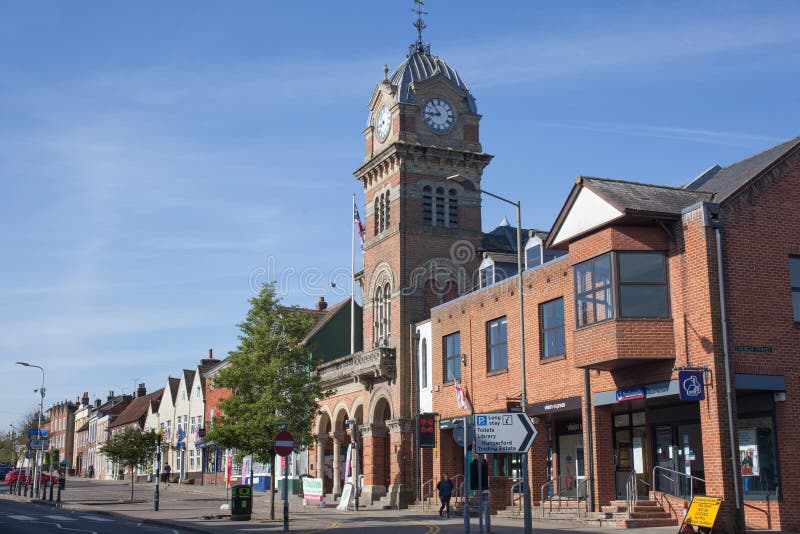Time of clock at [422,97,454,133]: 8:53
